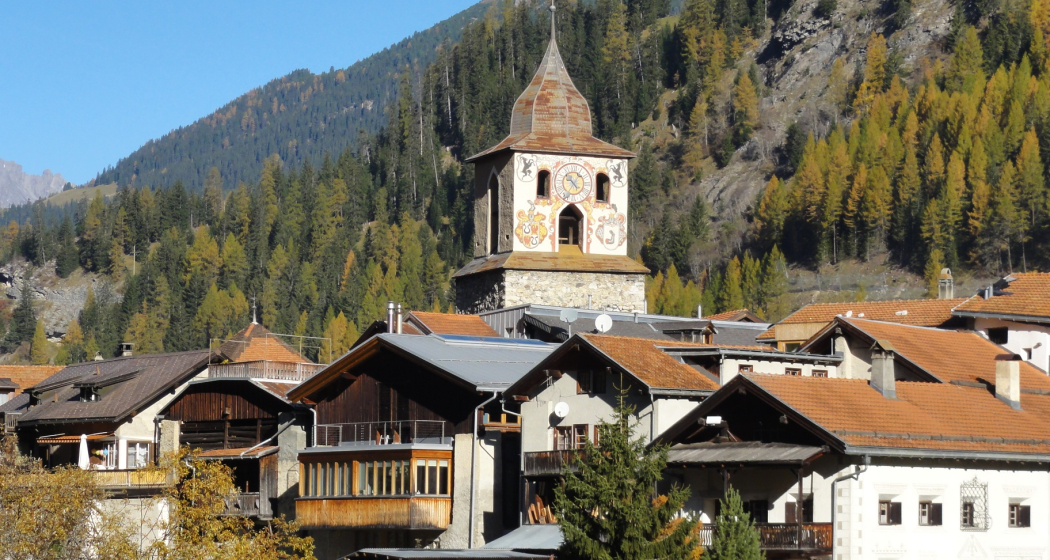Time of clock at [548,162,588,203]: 4:35
